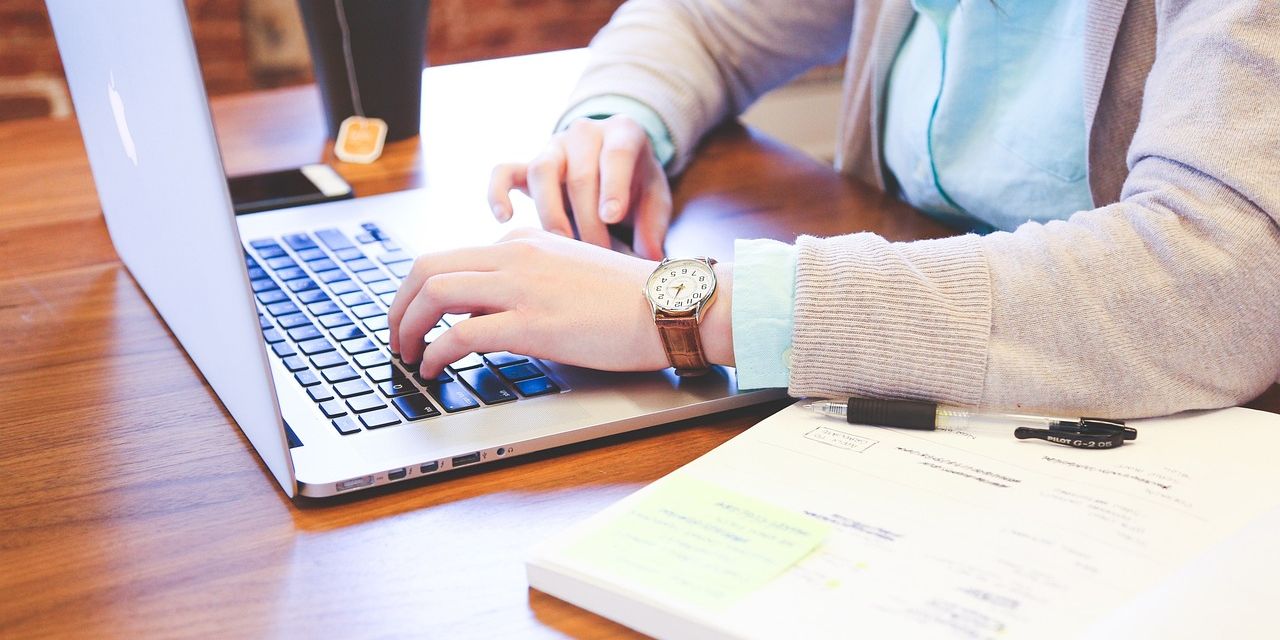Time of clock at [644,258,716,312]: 8:33
